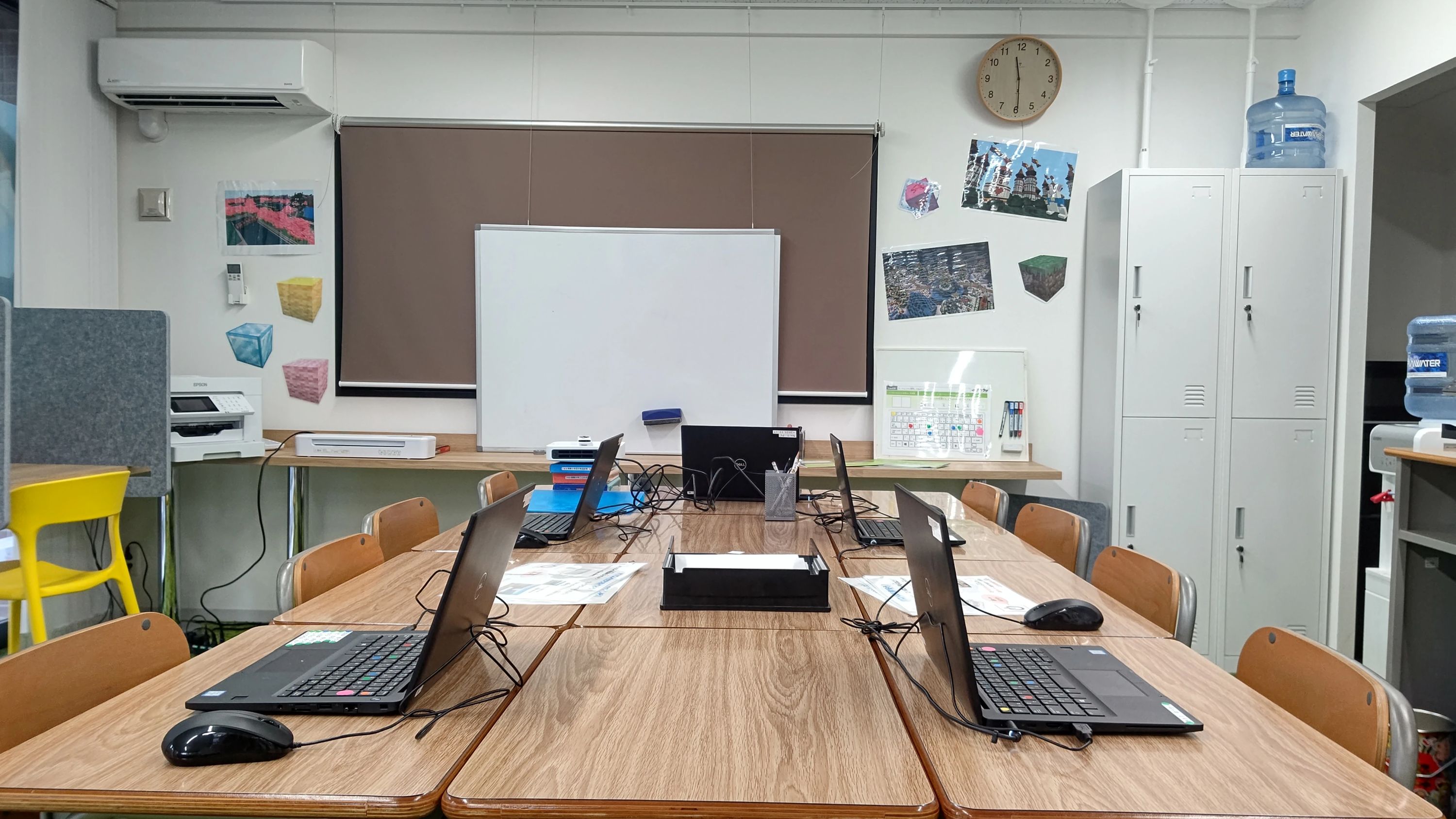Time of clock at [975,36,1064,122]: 11:29
